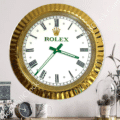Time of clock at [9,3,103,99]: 3:36
